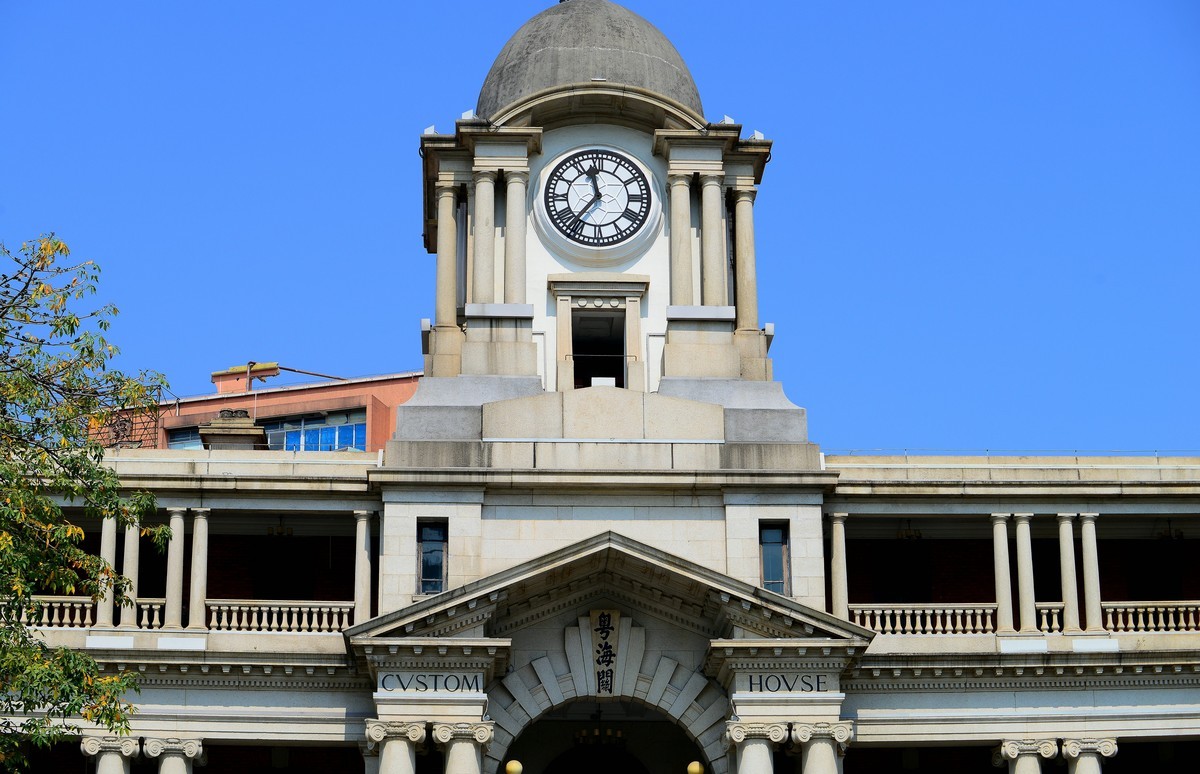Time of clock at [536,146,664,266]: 11:36
